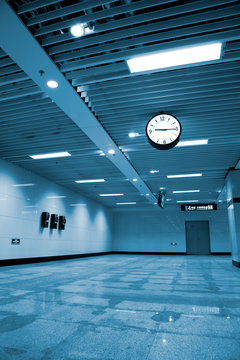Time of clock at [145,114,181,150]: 9:15
